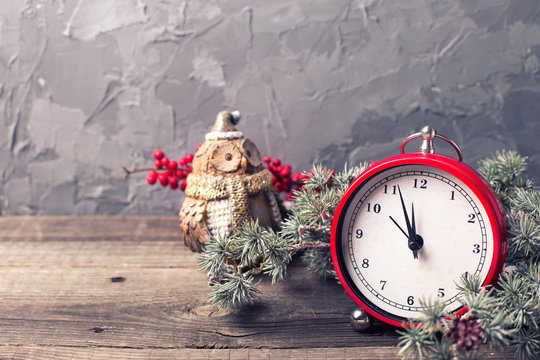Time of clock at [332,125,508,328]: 10:56
